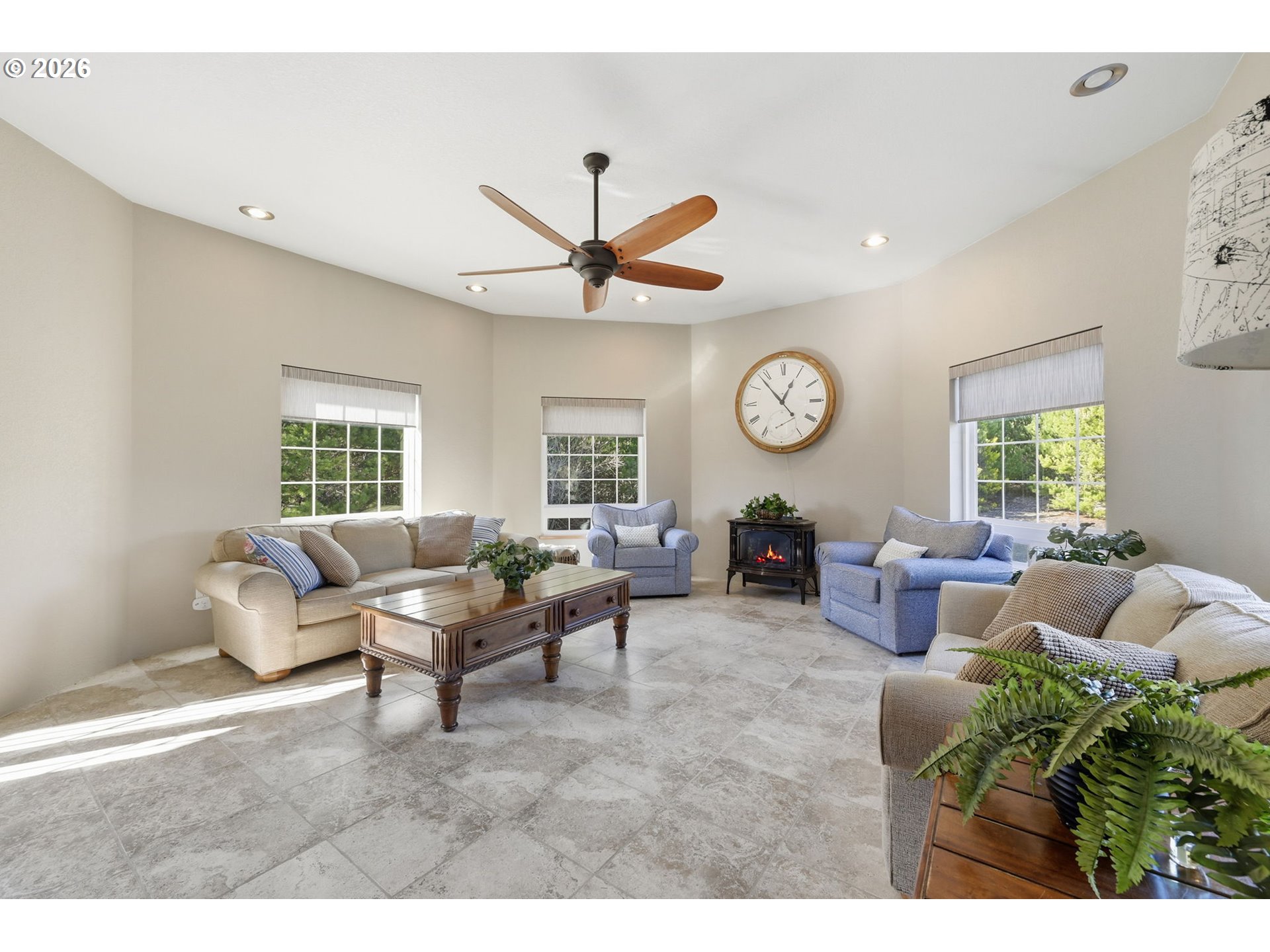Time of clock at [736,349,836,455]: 12:53
